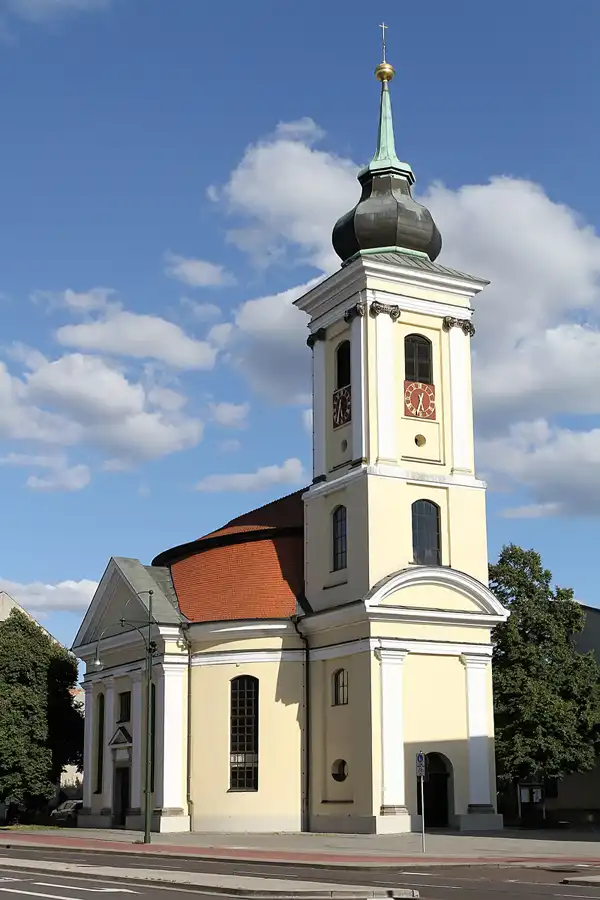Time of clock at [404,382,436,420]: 5:33
